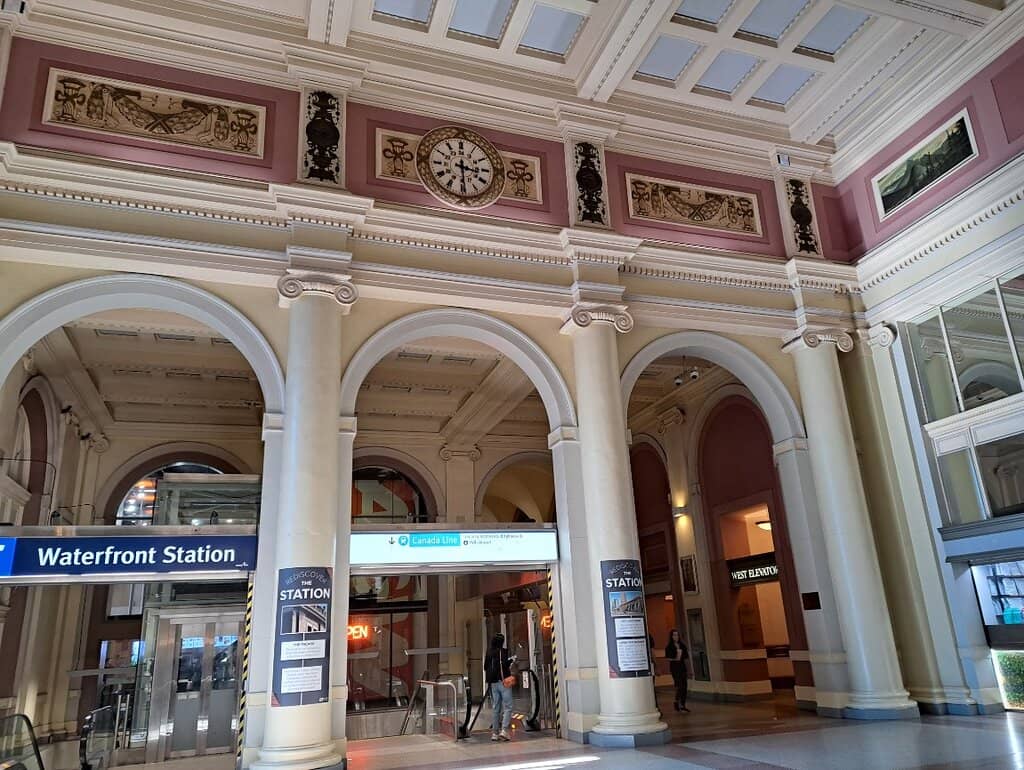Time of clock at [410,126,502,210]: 3:29
